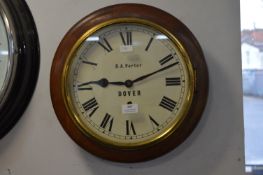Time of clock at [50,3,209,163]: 9:11
